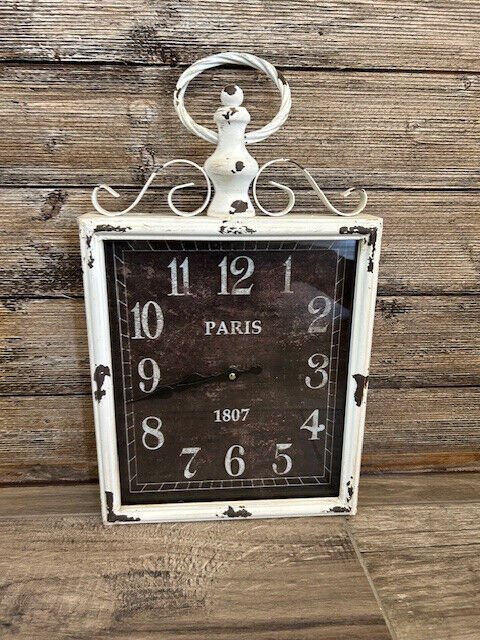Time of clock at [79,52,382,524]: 8:43
